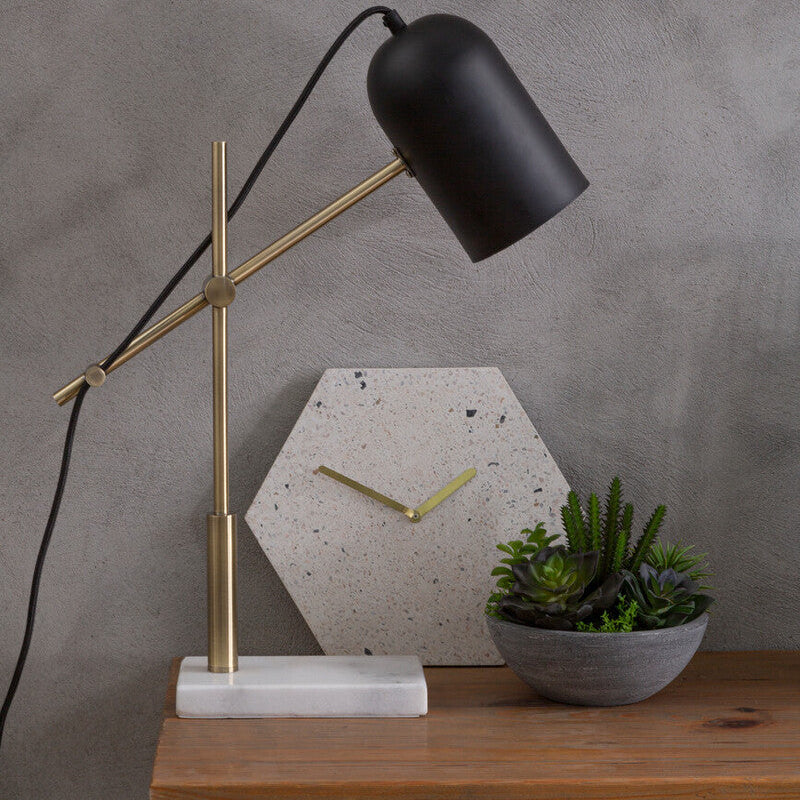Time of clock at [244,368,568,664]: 1:47
